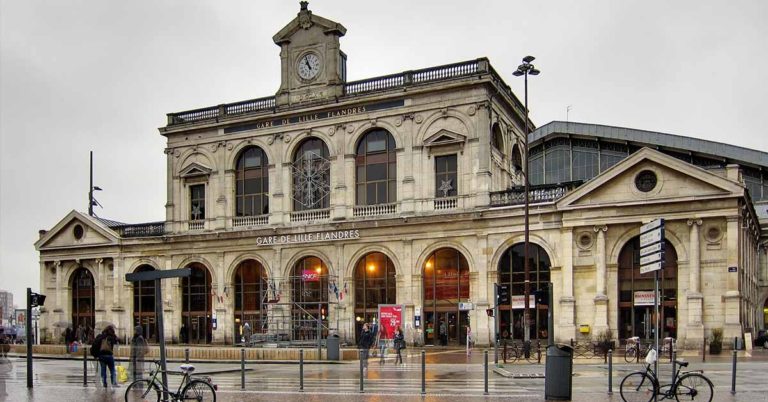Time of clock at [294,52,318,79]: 10:56
